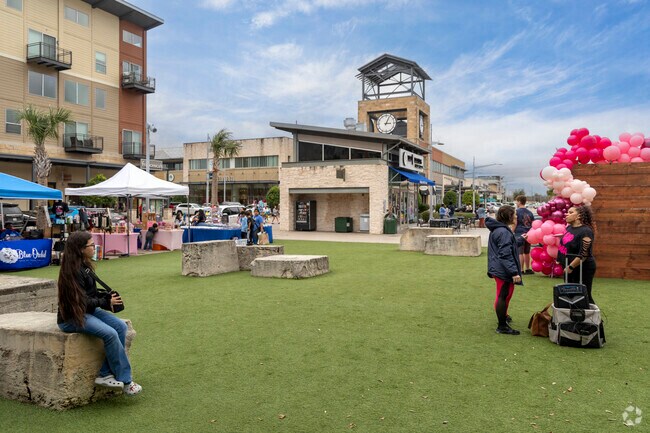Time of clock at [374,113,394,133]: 3:04
